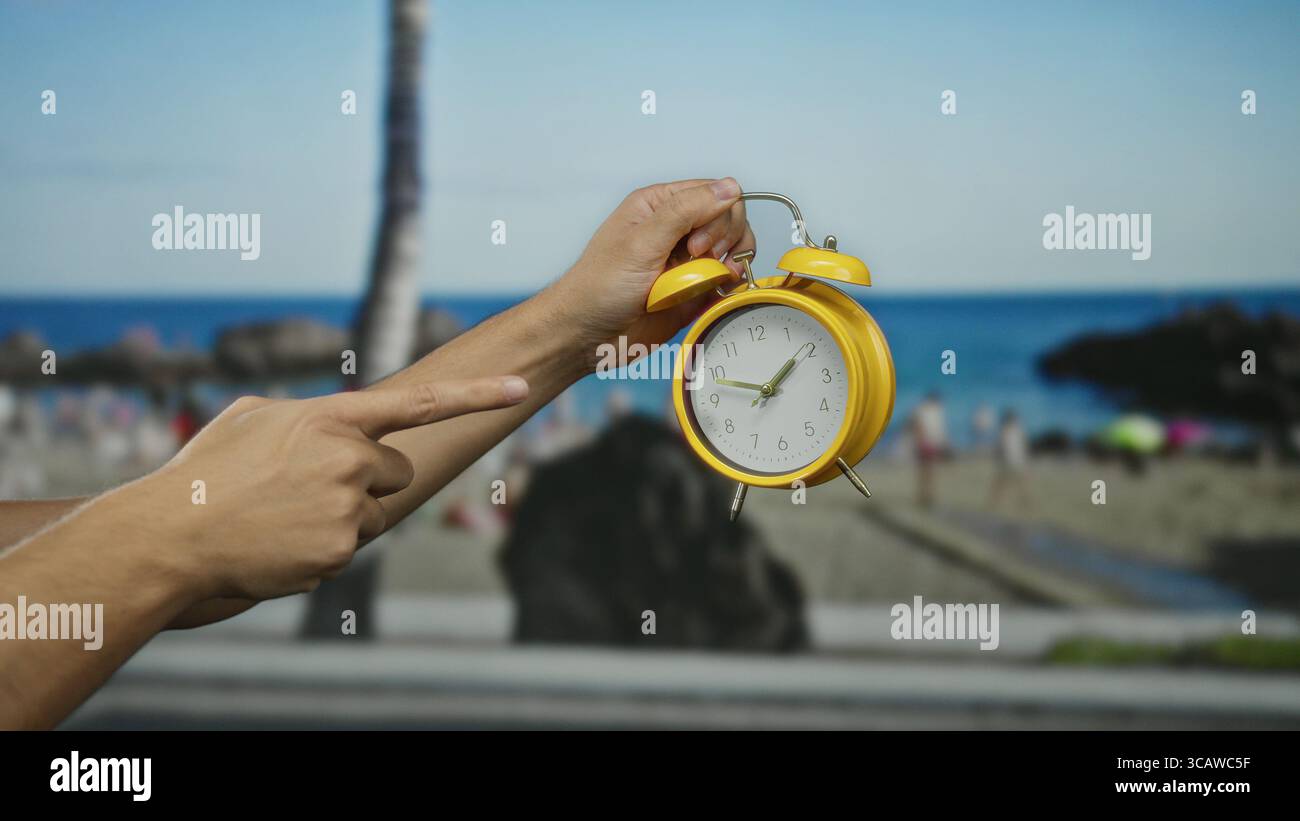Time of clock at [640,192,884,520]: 1:46
